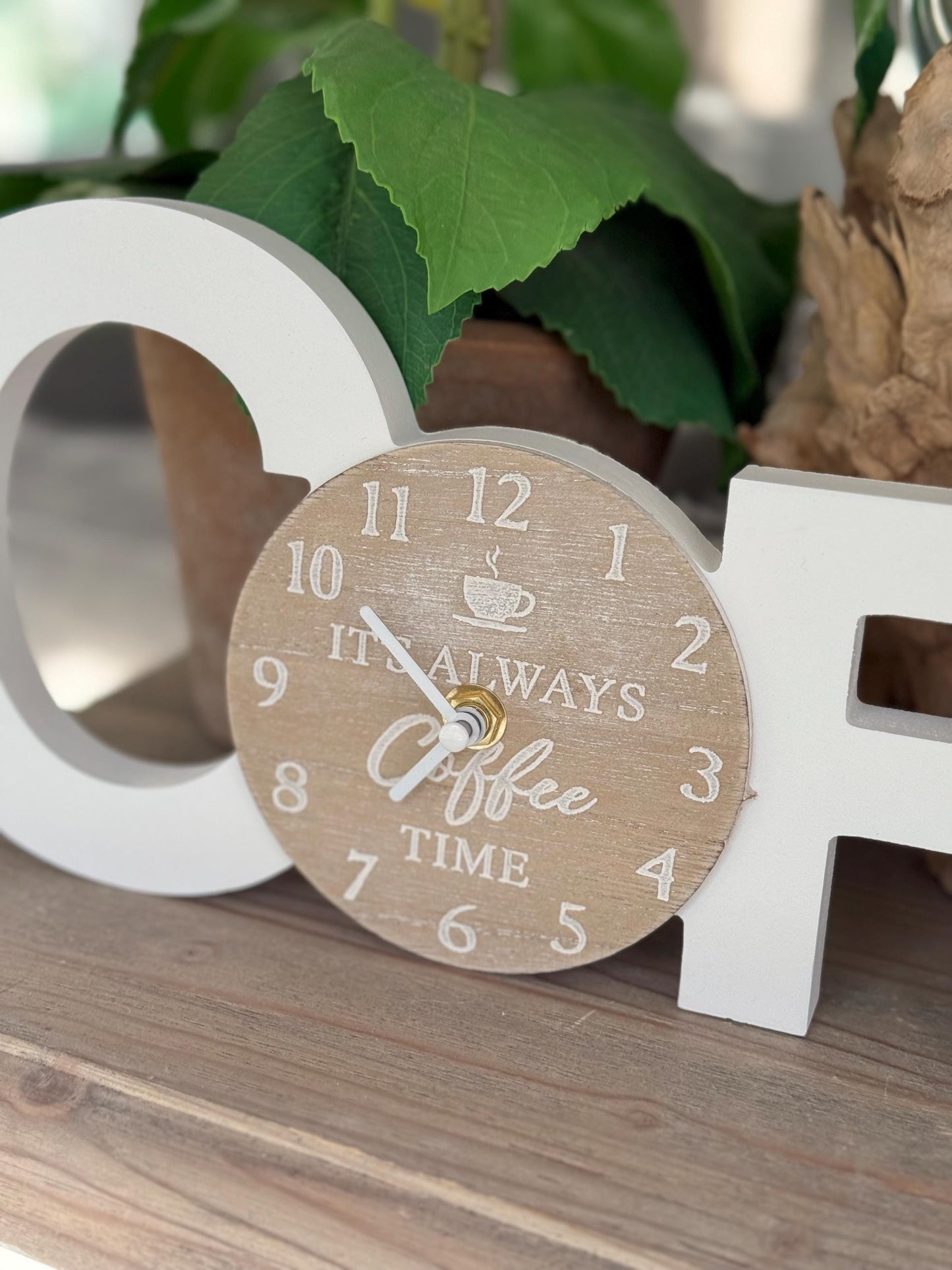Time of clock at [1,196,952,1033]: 6:50
